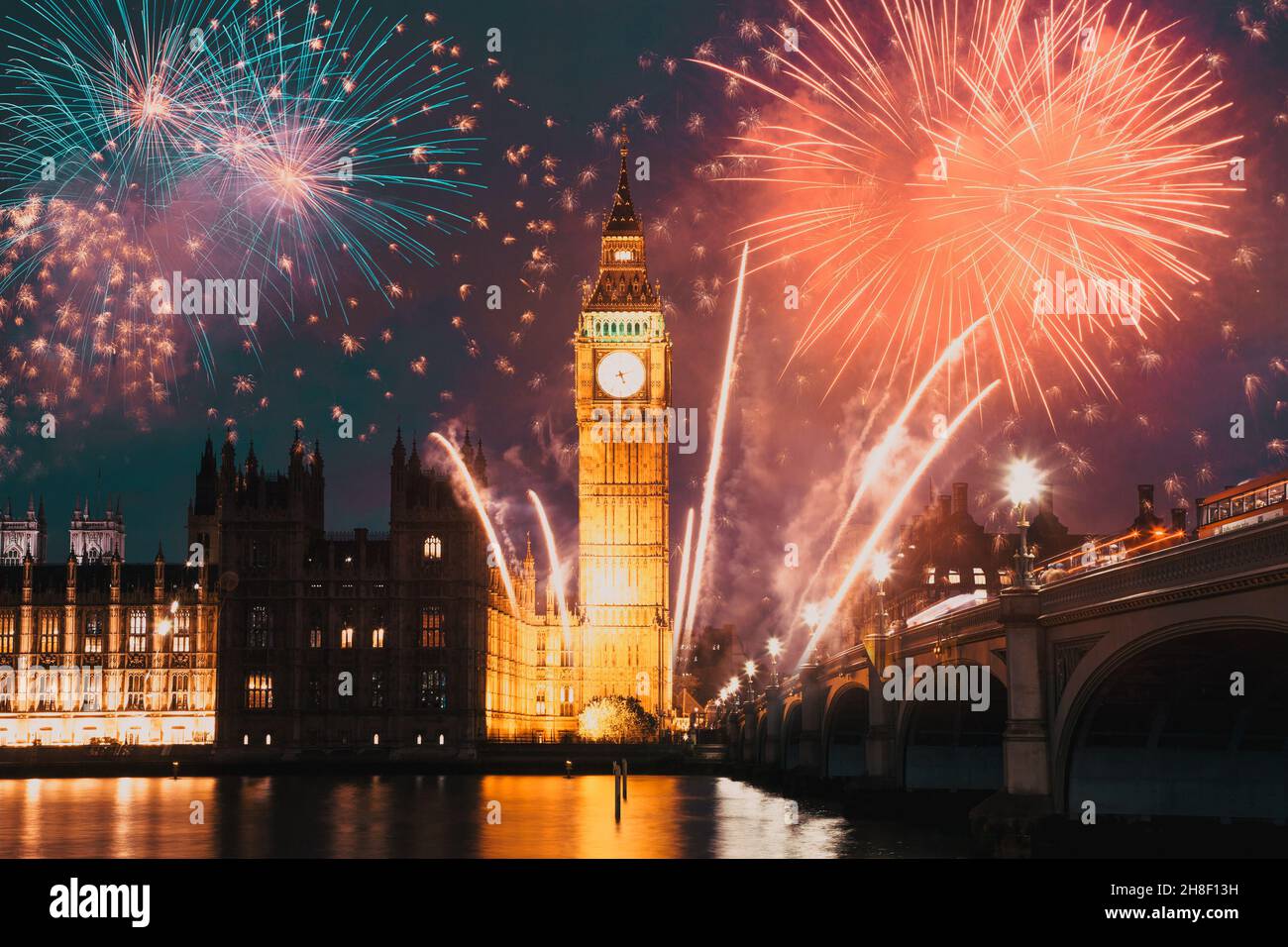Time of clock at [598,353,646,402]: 5:12
